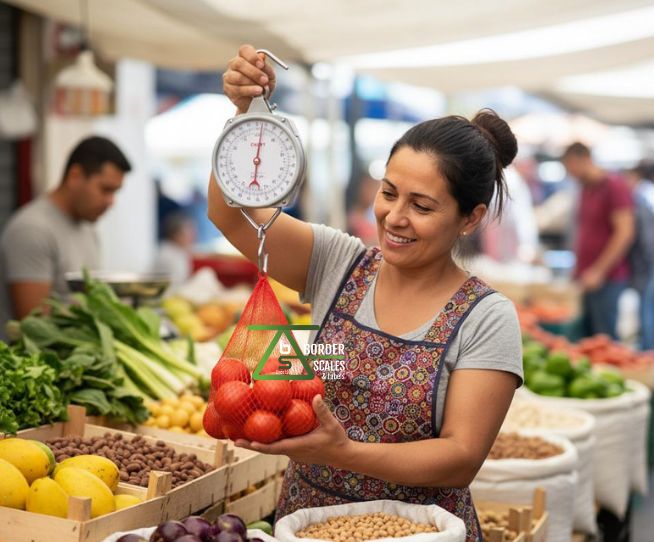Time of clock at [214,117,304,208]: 6:01
